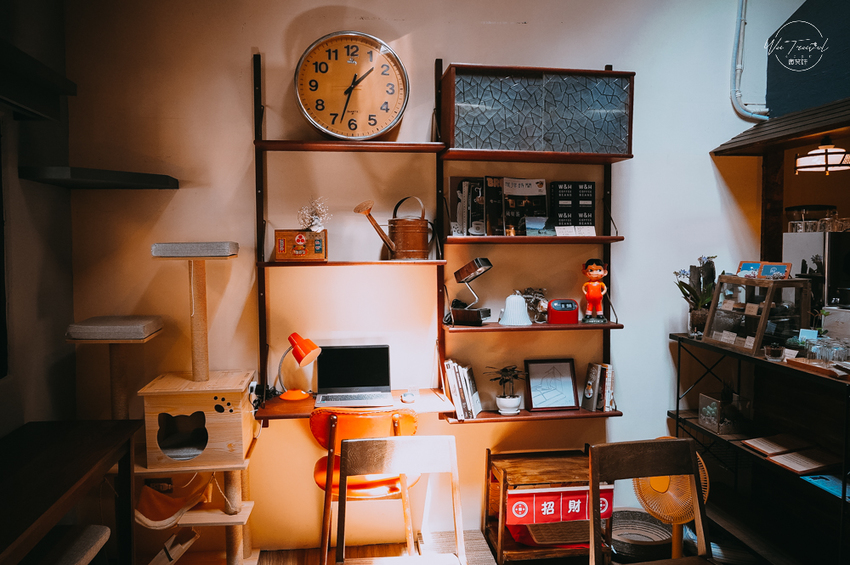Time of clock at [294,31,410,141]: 1:33
